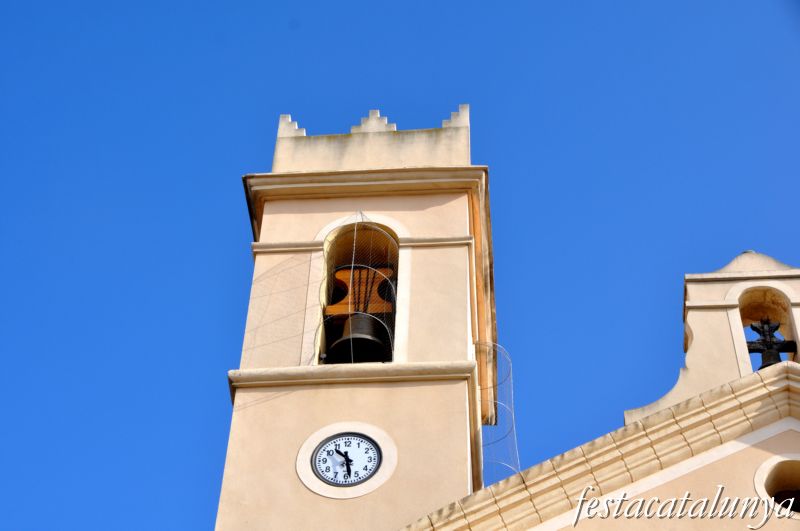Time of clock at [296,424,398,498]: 10:28
